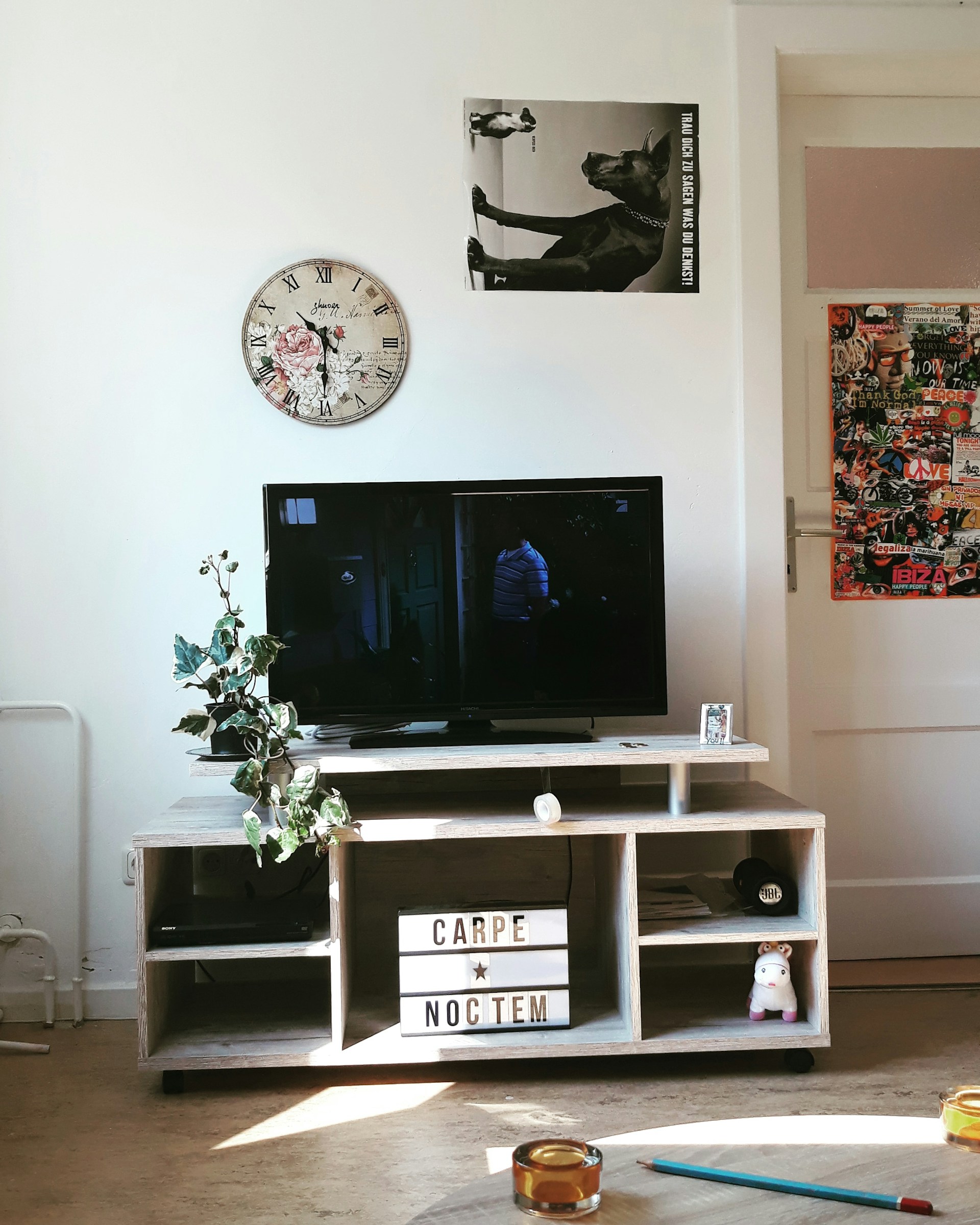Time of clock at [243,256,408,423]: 10:30
